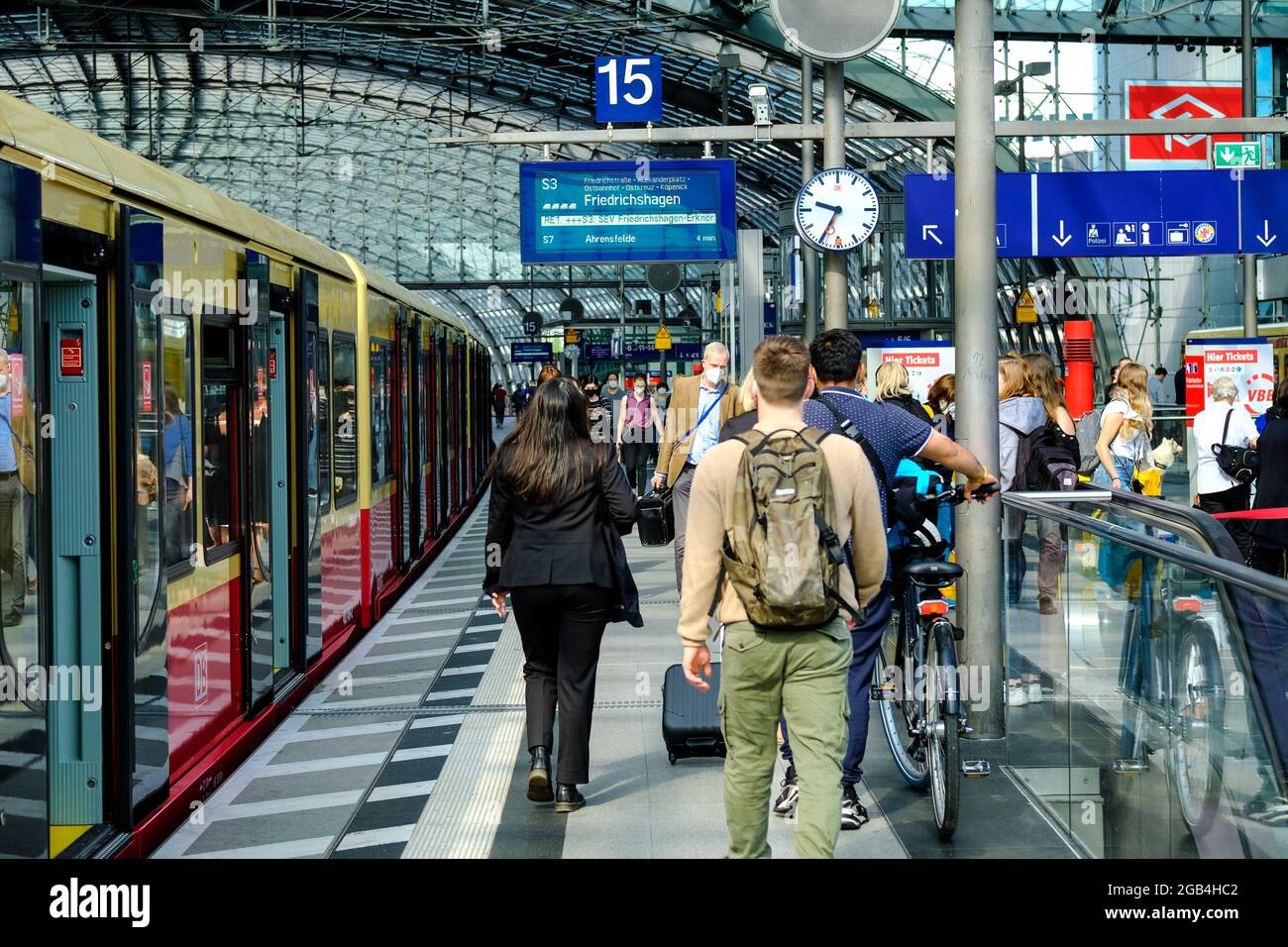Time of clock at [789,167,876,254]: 9:34
